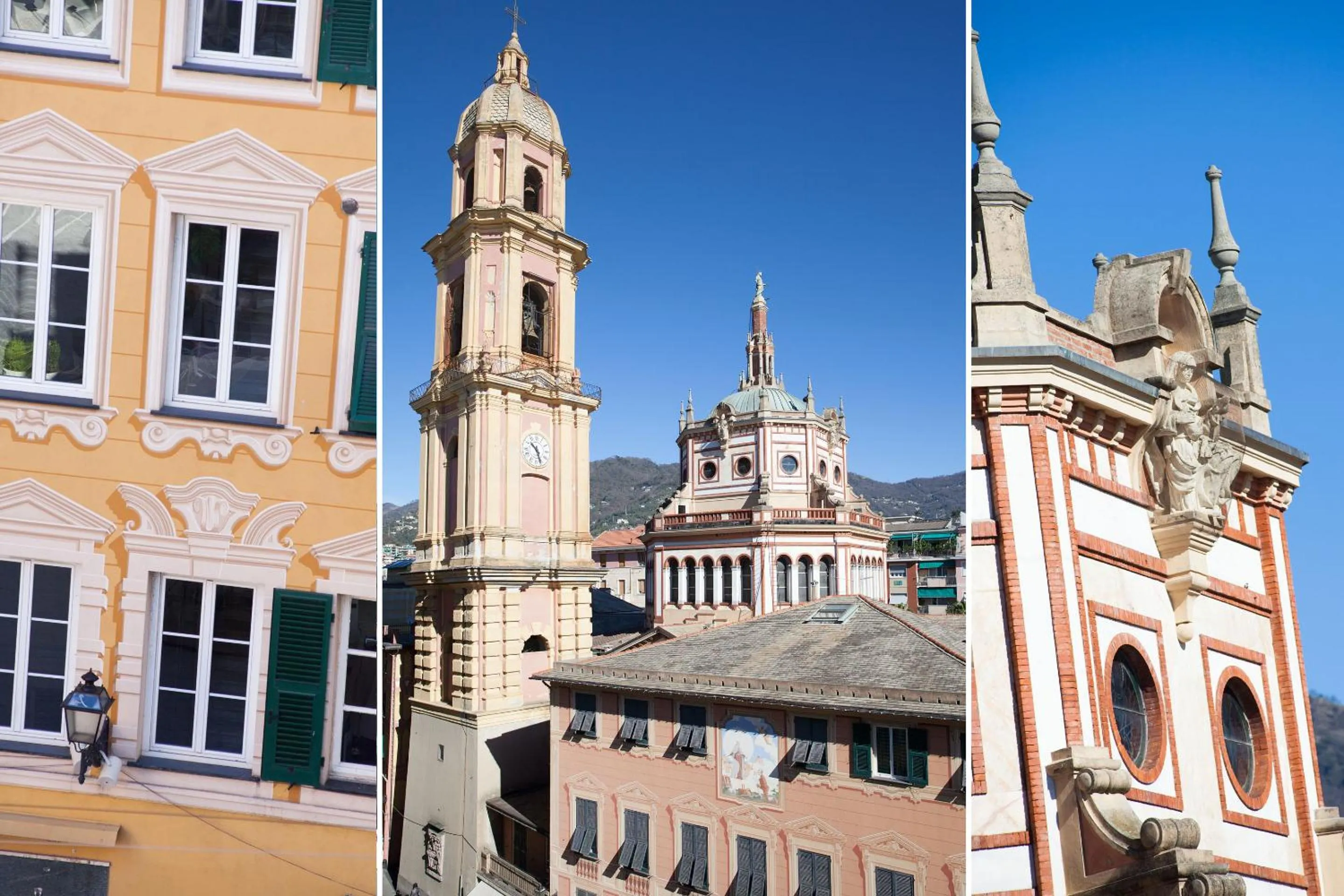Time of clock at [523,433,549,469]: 10:26
